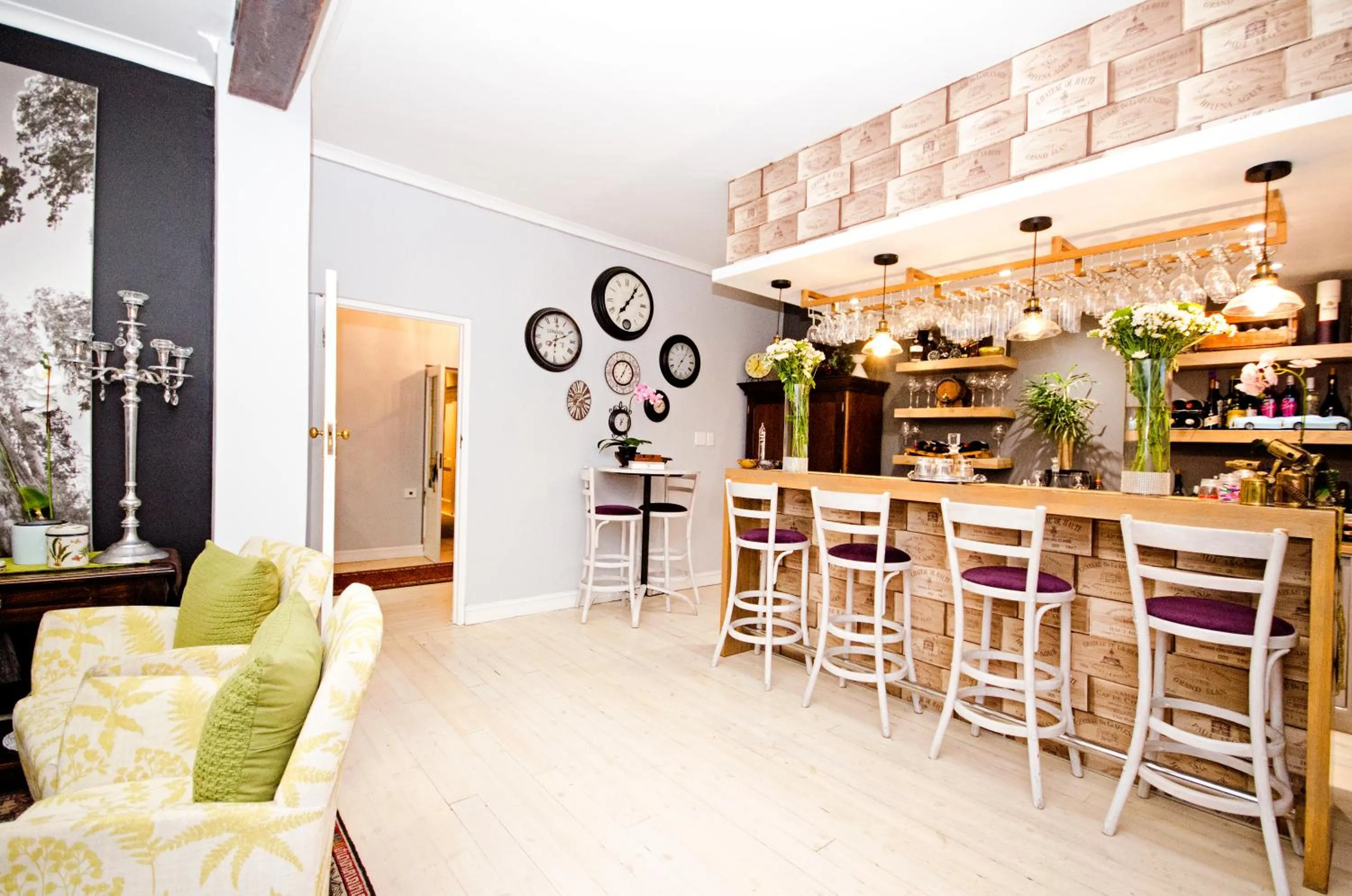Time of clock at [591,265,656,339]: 7:06
